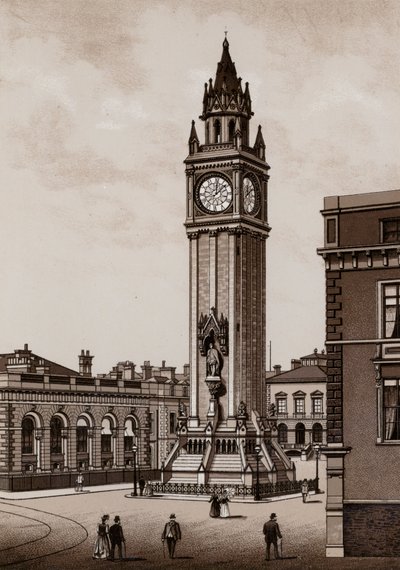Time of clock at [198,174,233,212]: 12:07
